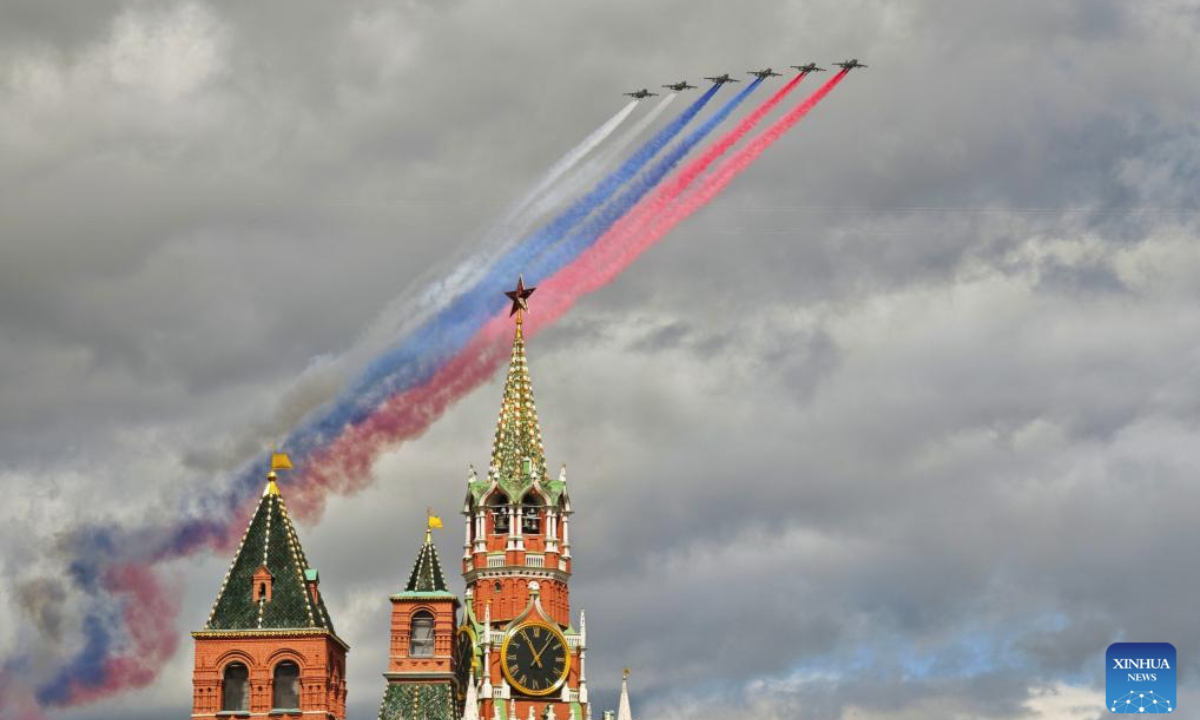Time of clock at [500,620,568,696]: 11:06
